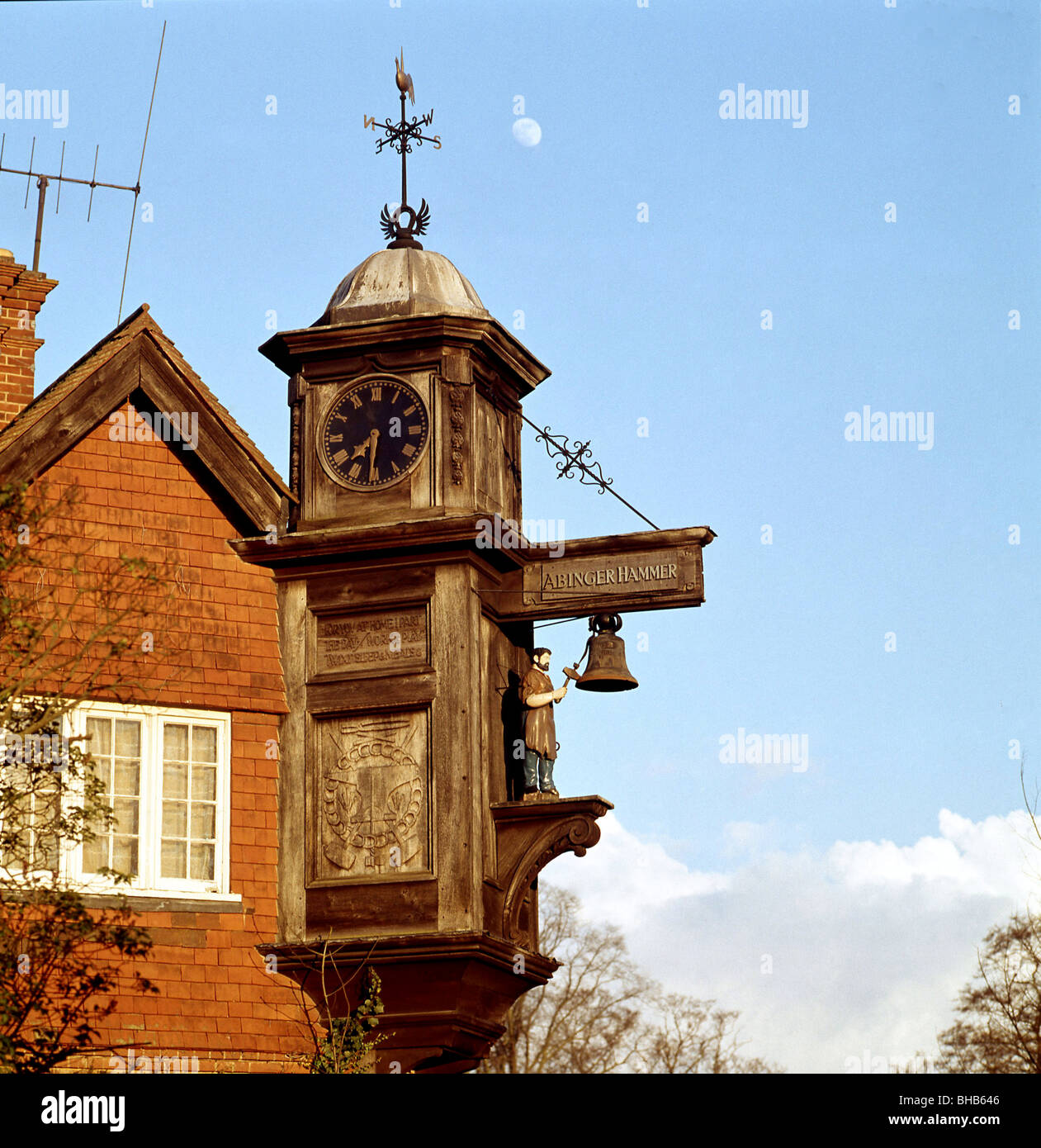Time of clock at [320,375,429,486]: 7:31
